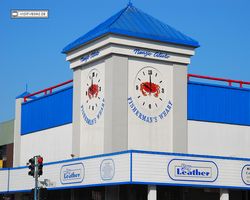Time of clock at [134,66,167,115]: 10:00
